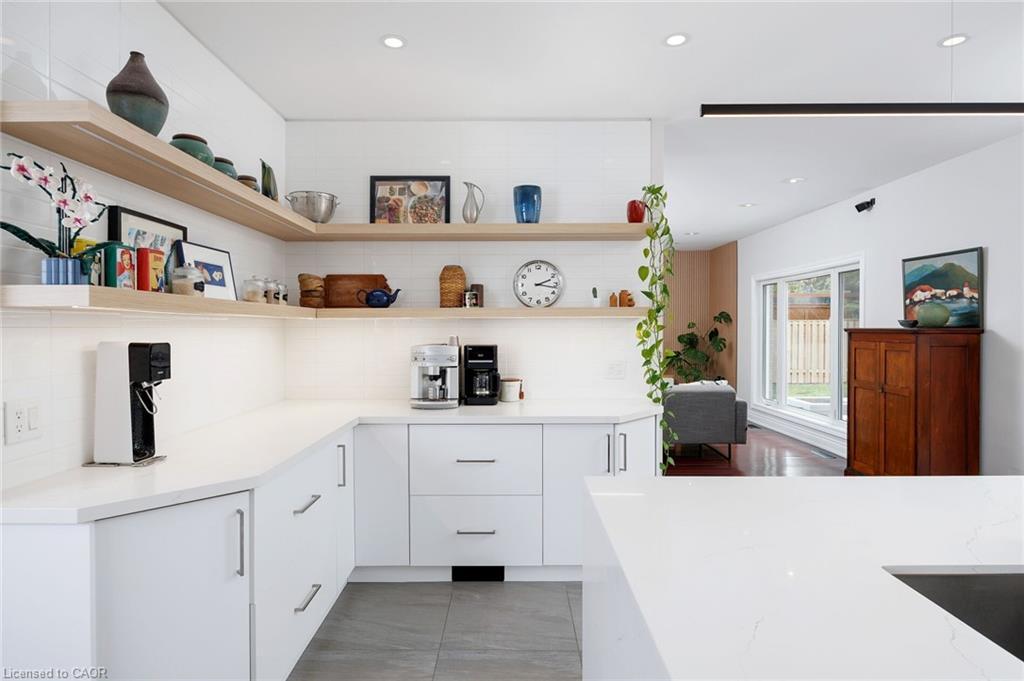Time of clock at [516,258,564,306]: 2:17
